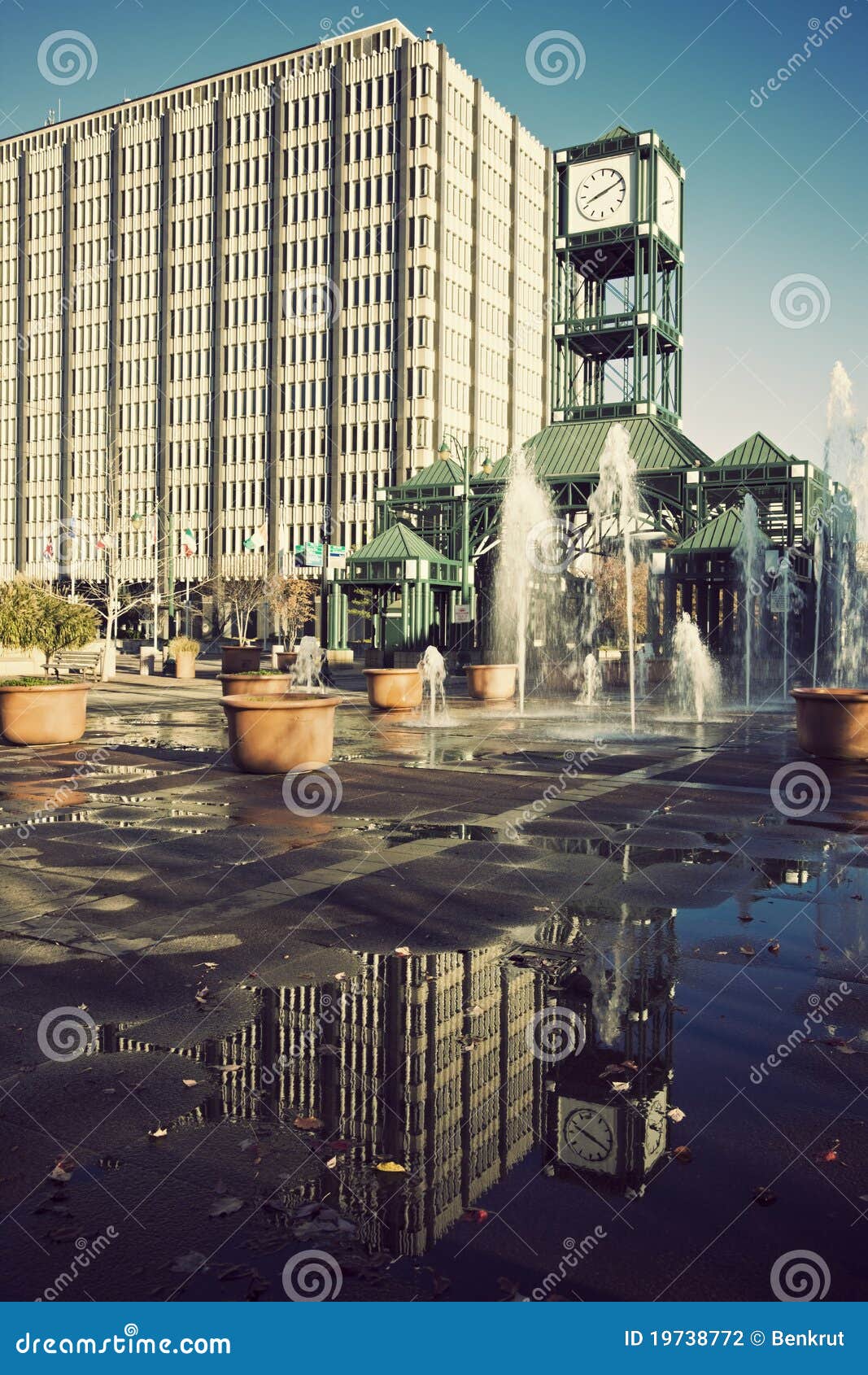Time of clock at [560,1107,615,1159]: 3:48
